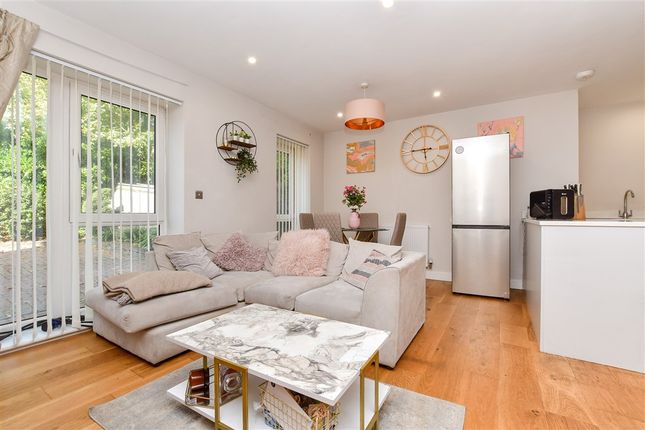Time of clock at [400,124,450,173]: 5:45
